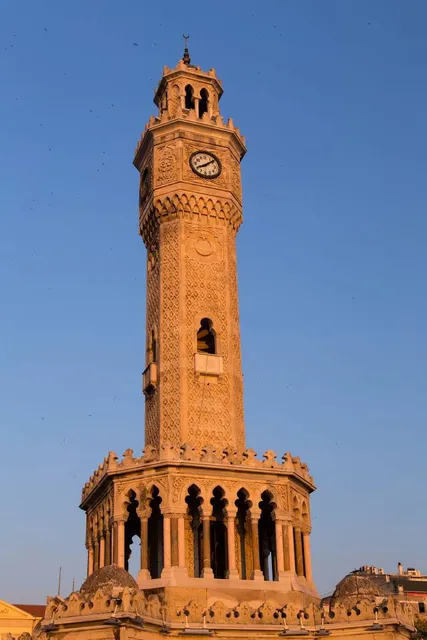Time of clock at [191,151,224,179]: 8:09
